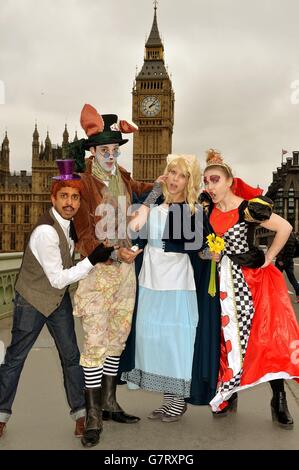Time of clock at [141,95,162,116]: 2:06
